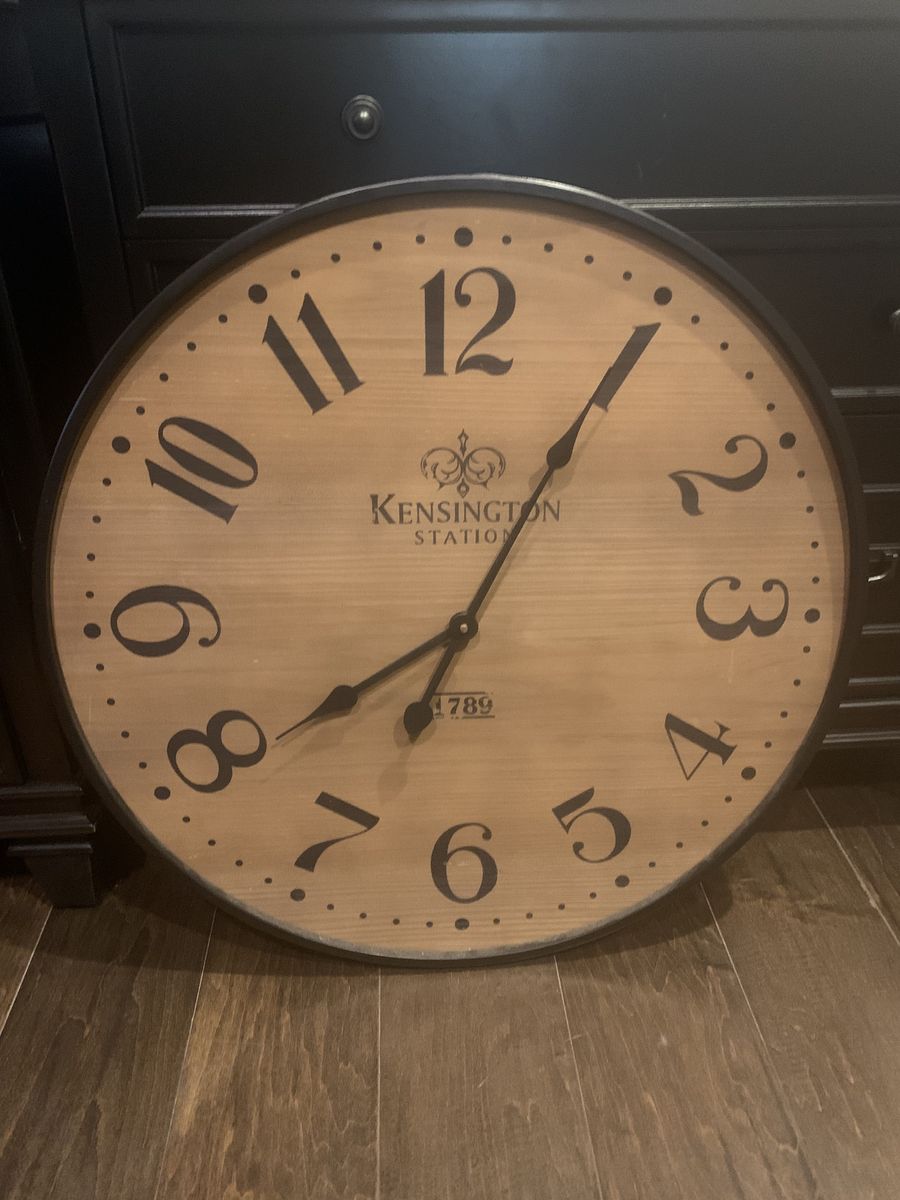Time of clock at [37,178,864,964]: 8:04
